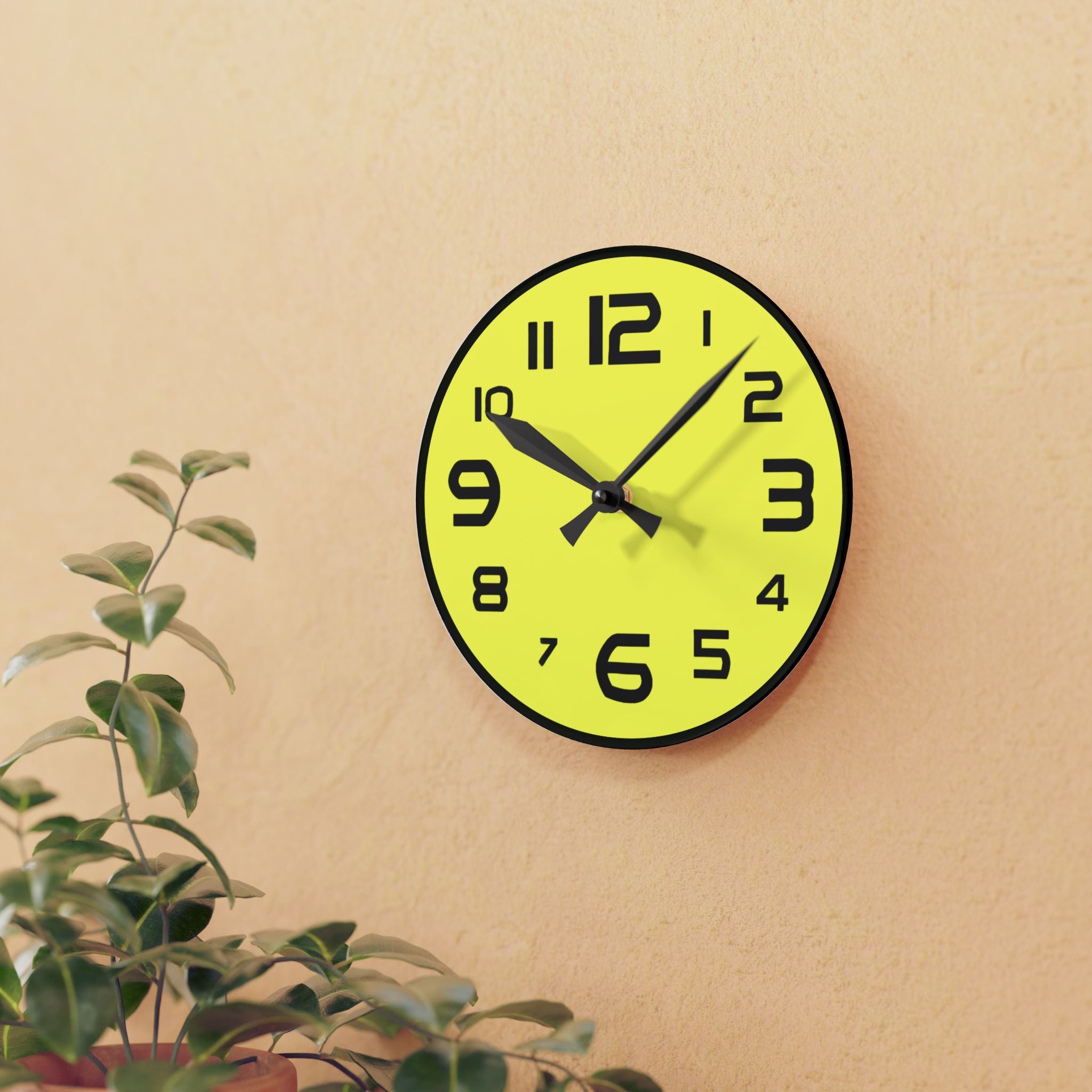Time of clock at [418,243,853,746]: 10:07
